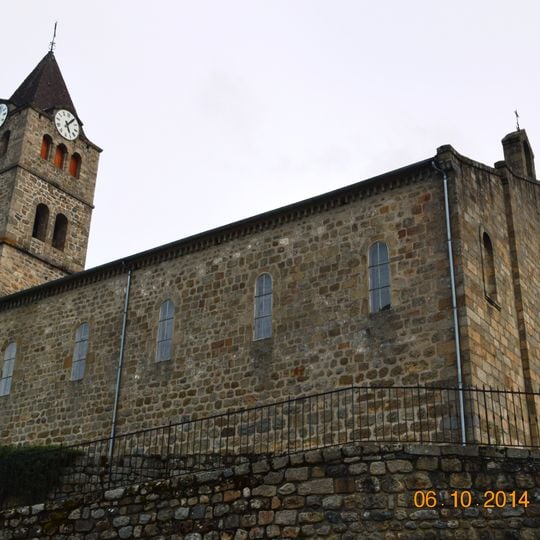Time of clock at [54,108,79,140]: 6:10
